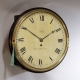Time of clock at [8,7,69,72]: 1:50
